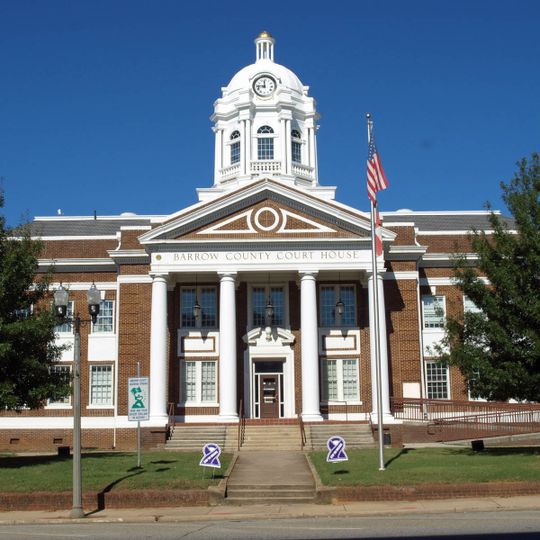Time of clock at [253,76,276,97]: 11:44
